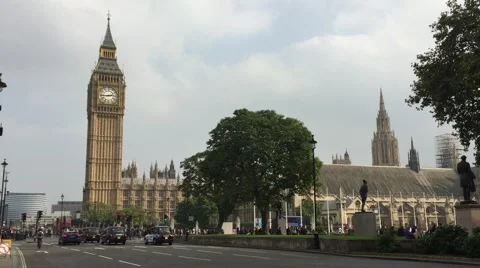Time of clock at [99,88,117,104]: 2:44
